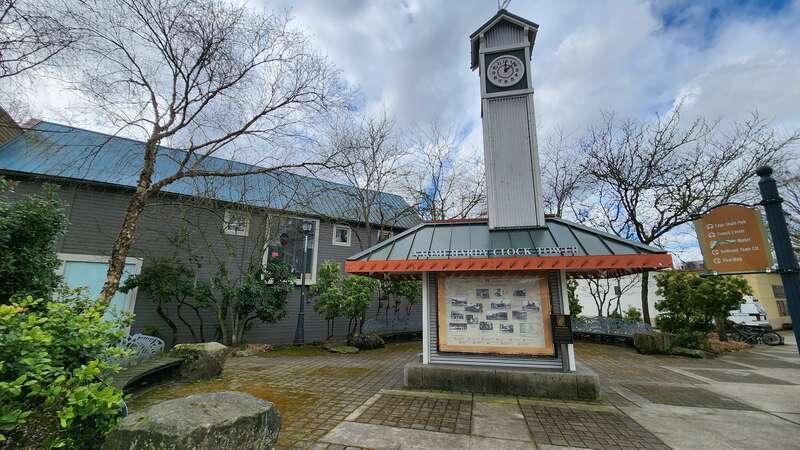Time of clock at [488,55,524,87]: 12:07
